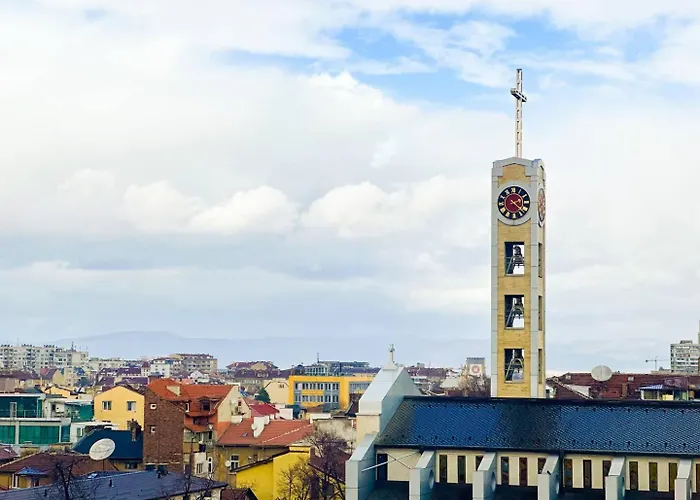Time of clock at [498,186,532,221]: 2:21
